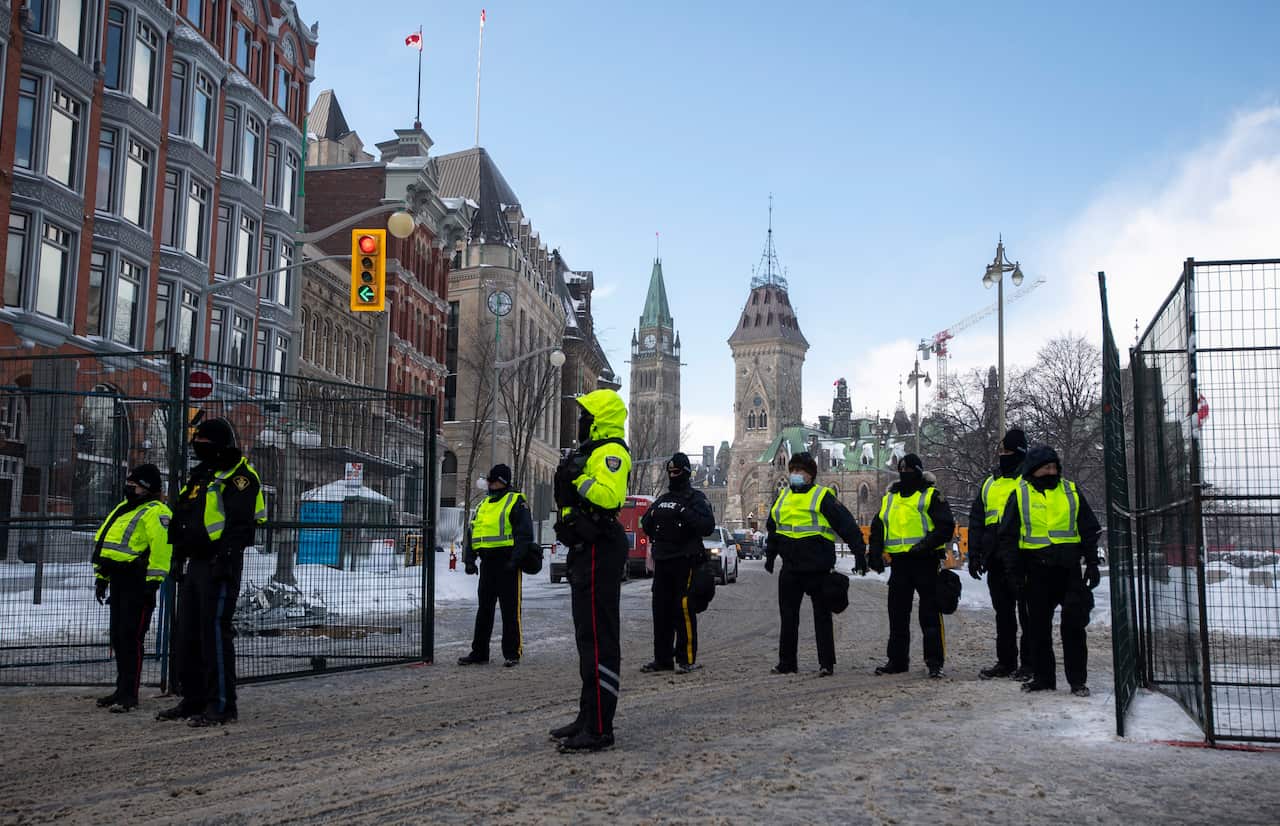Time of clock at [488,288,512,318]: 11:32
